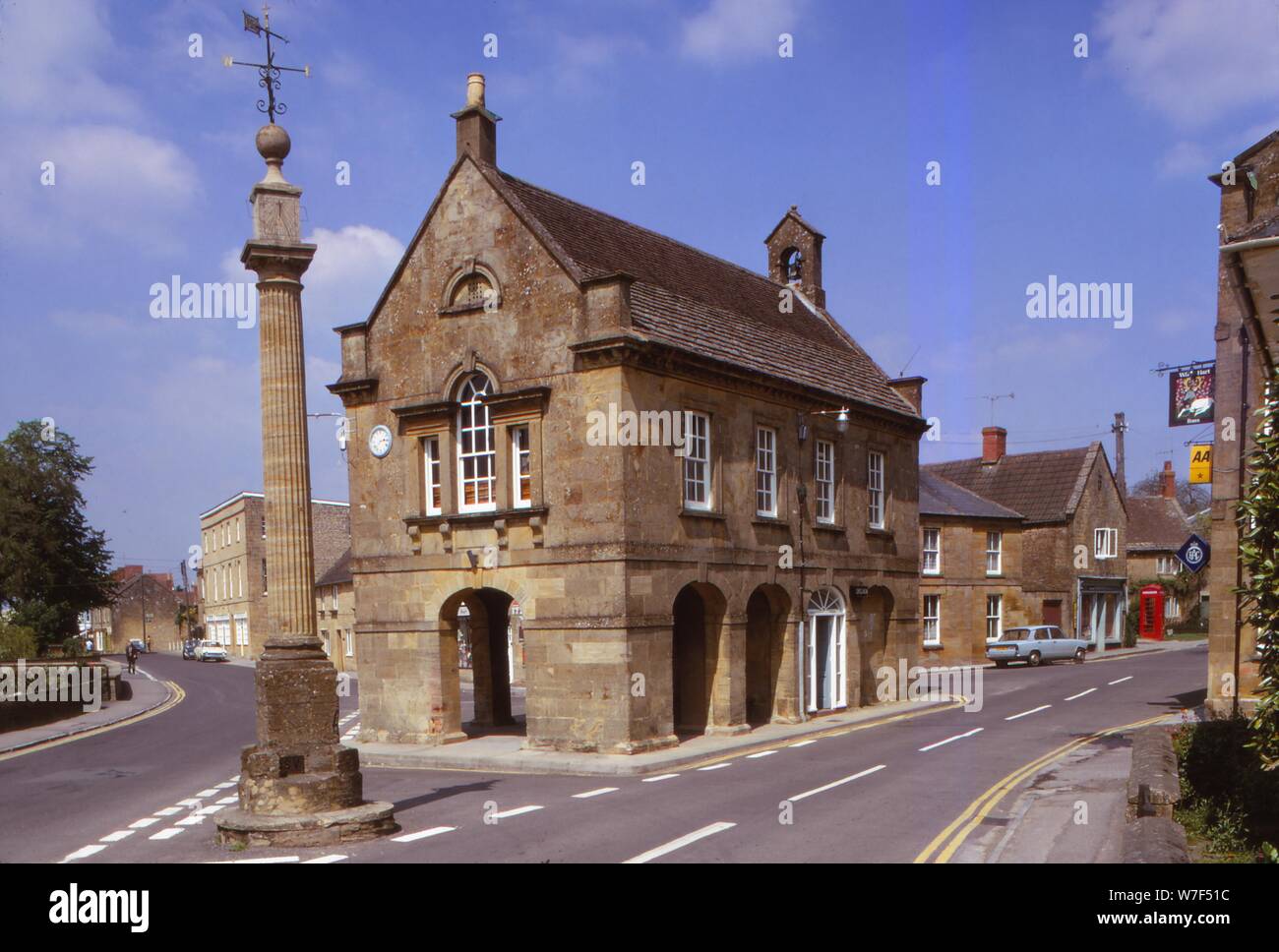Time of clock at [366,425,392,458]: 2:38
